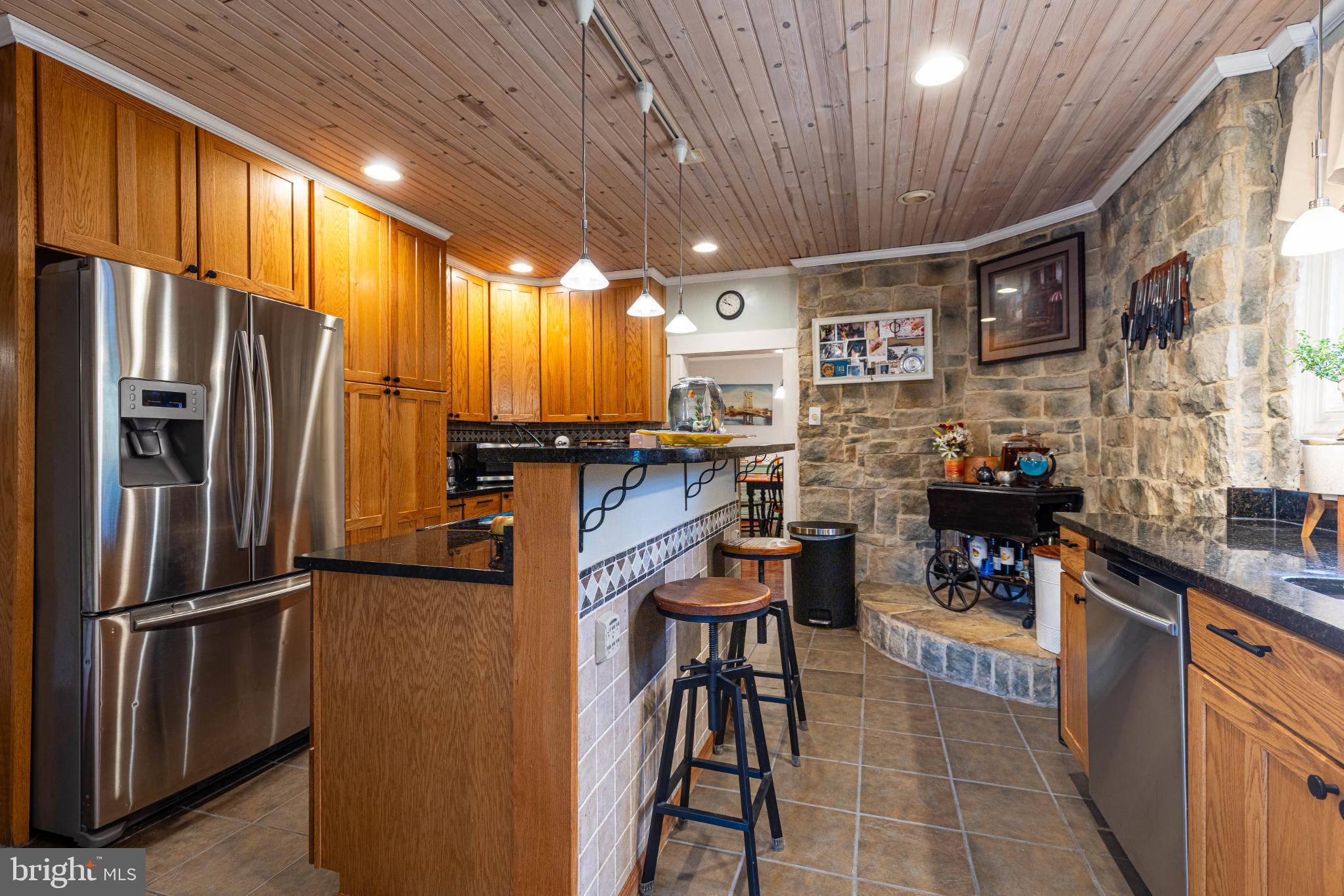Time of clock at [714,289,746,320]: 9:53
